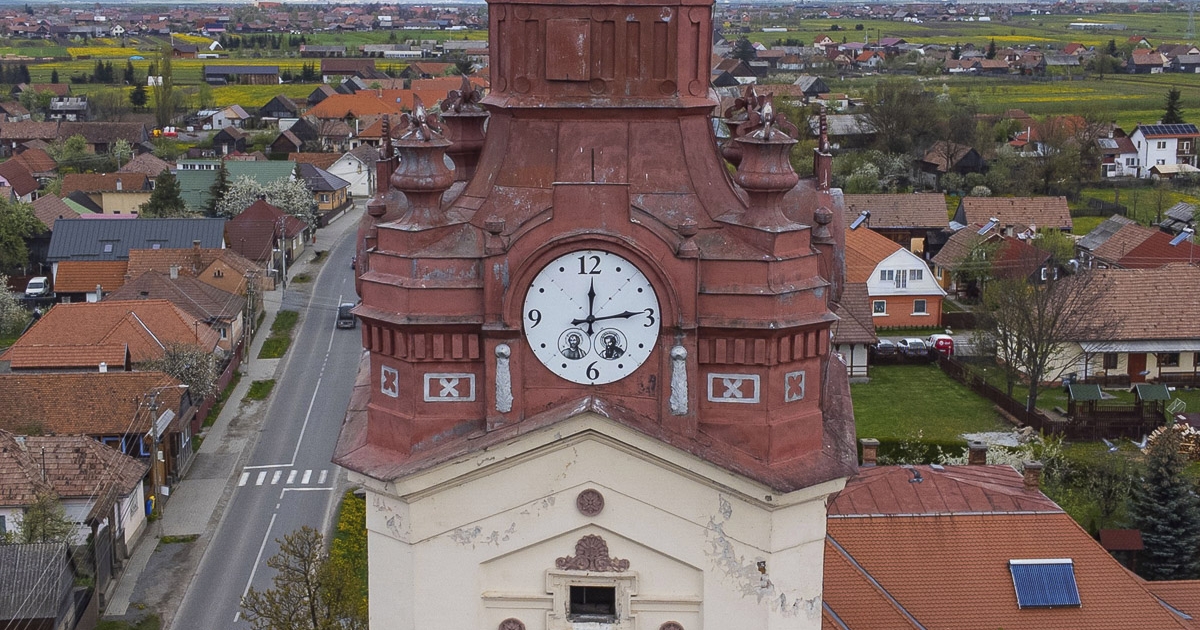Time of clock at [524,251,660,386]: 12:13
